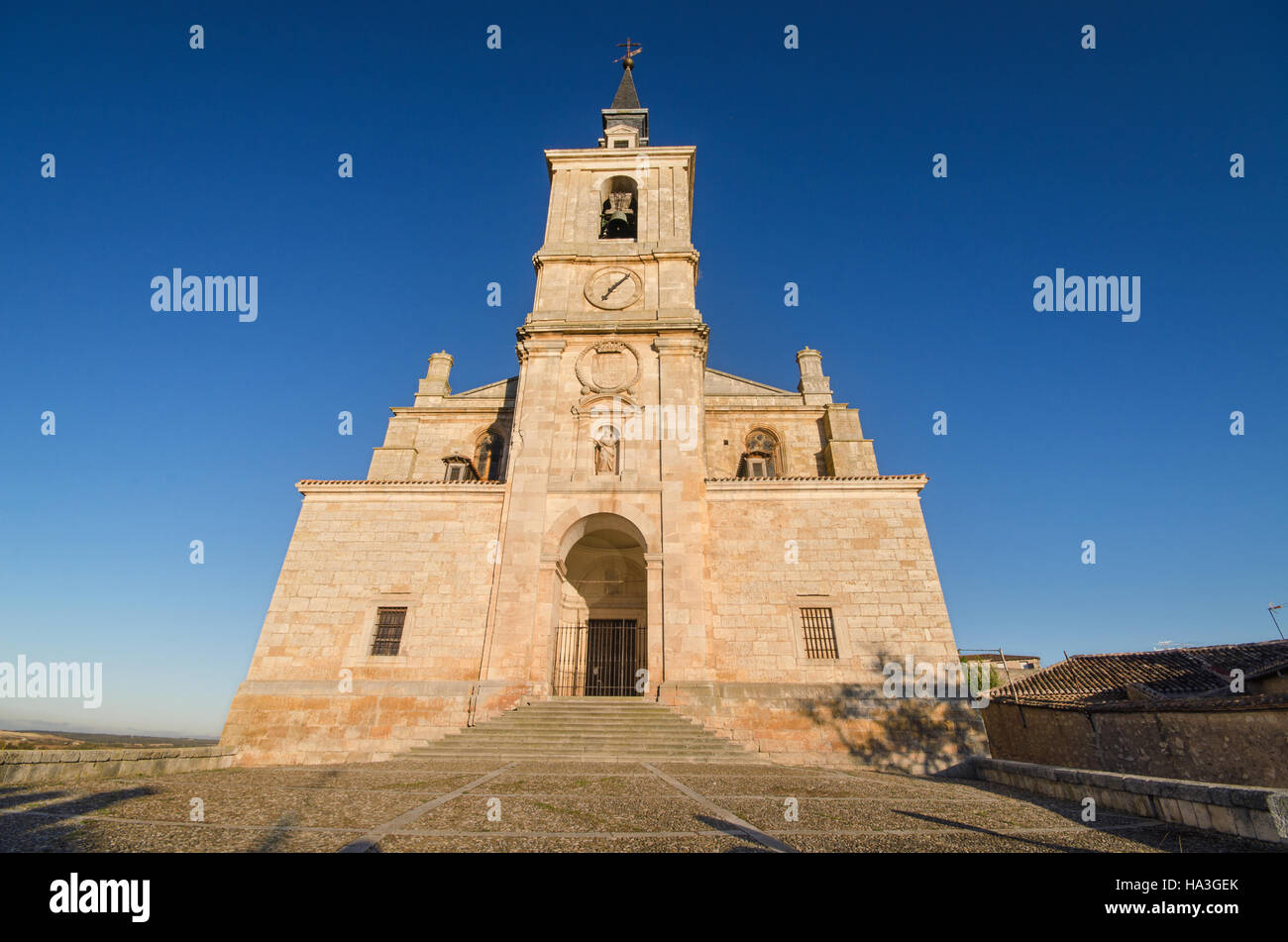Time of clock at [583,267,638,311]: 7:07
